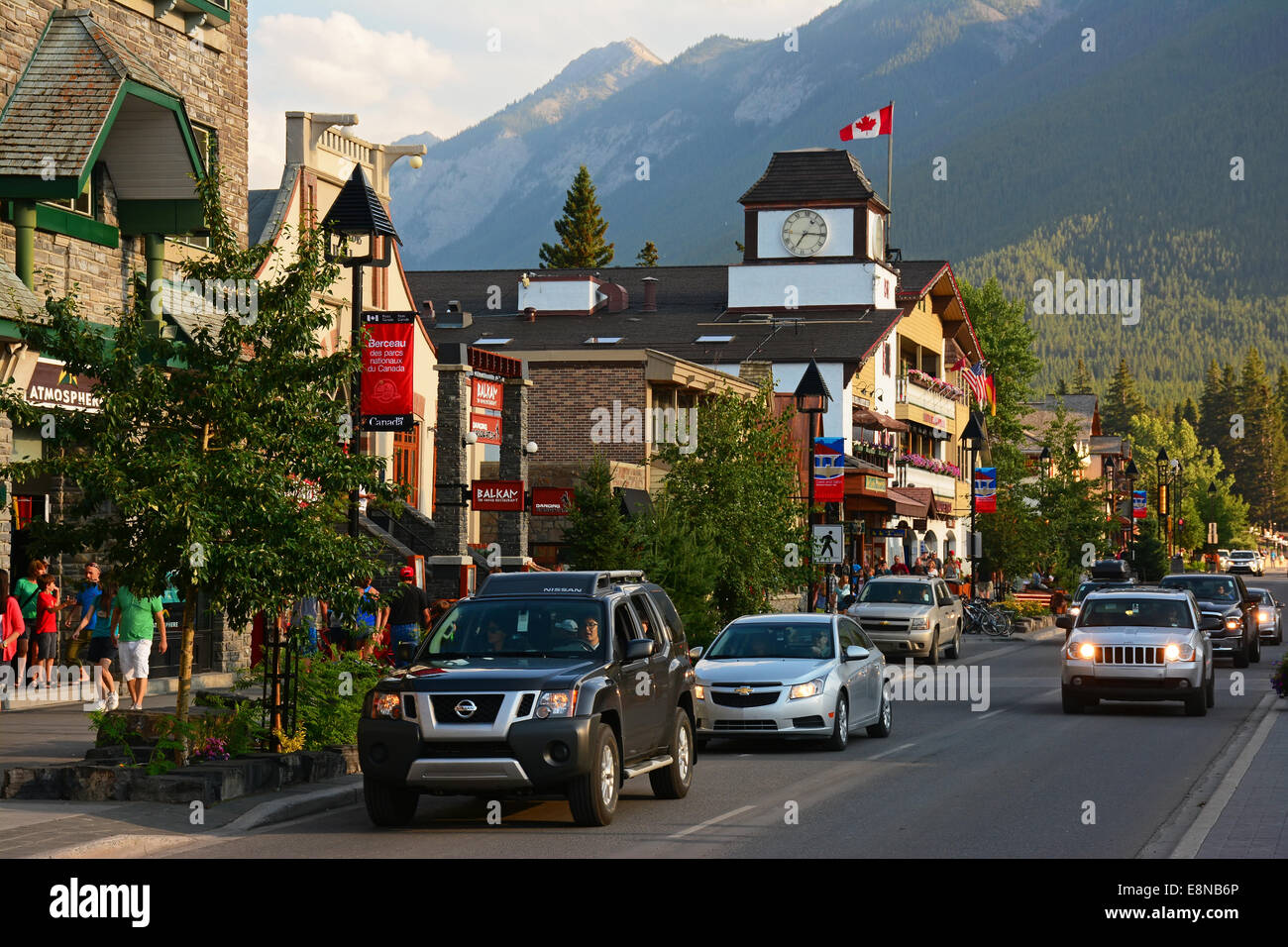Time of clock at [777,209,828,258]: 7:15
